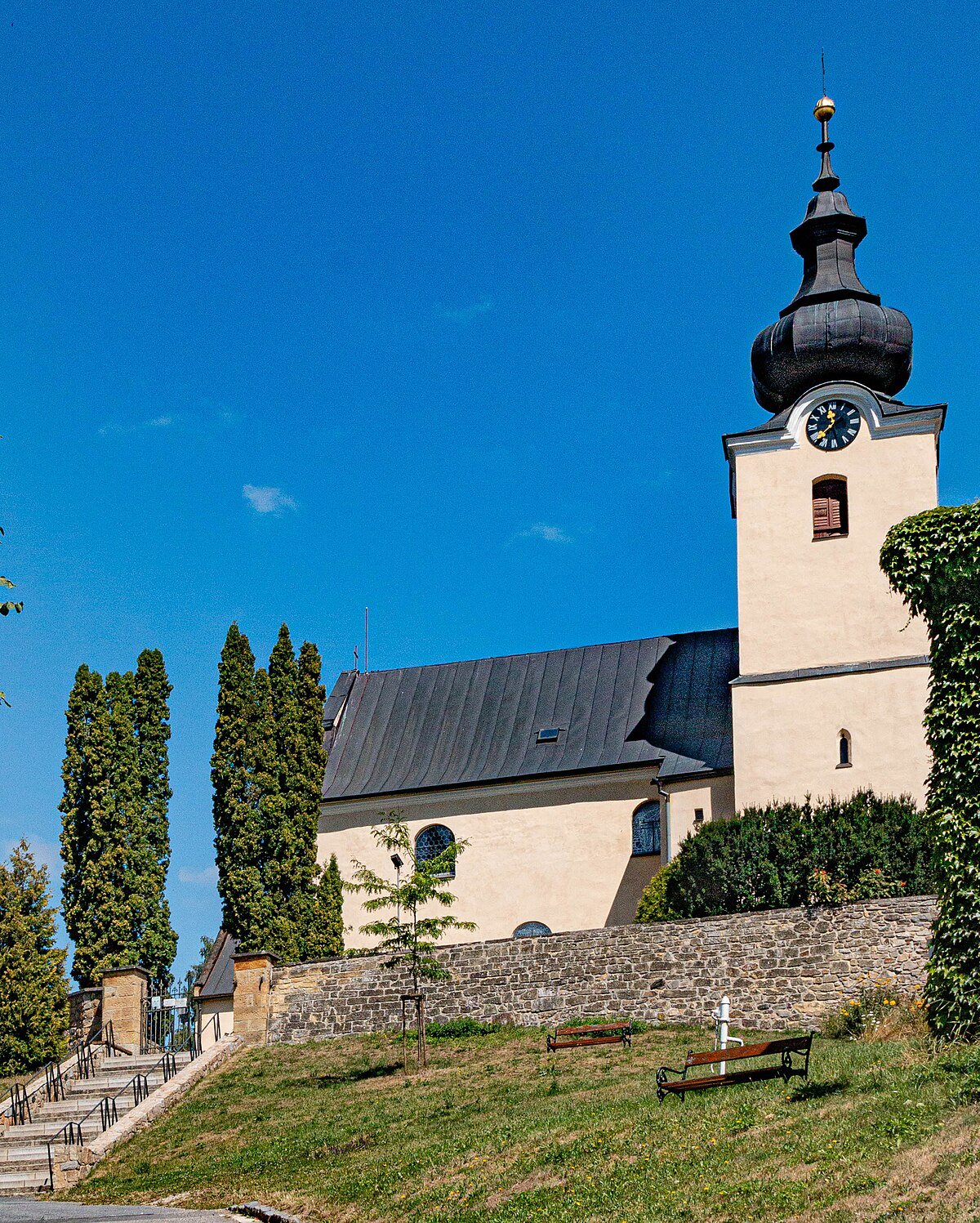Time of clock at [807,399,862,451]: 11:37
